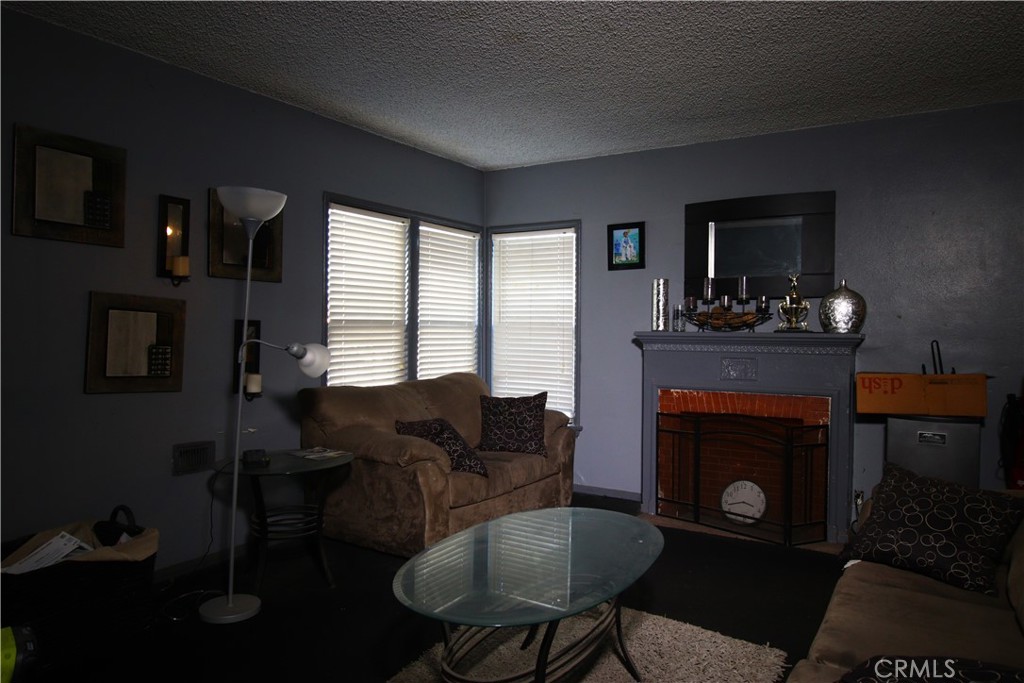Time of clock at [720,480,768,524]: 3:43
